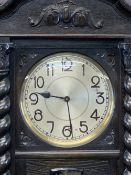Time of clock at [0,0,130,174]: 9:28
